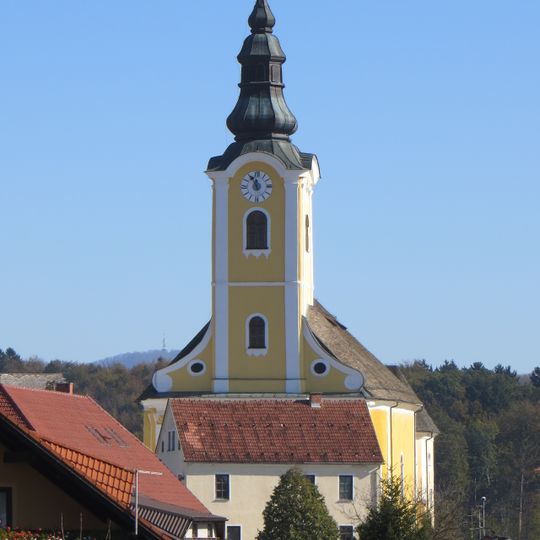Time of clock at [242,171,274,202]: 11:55
